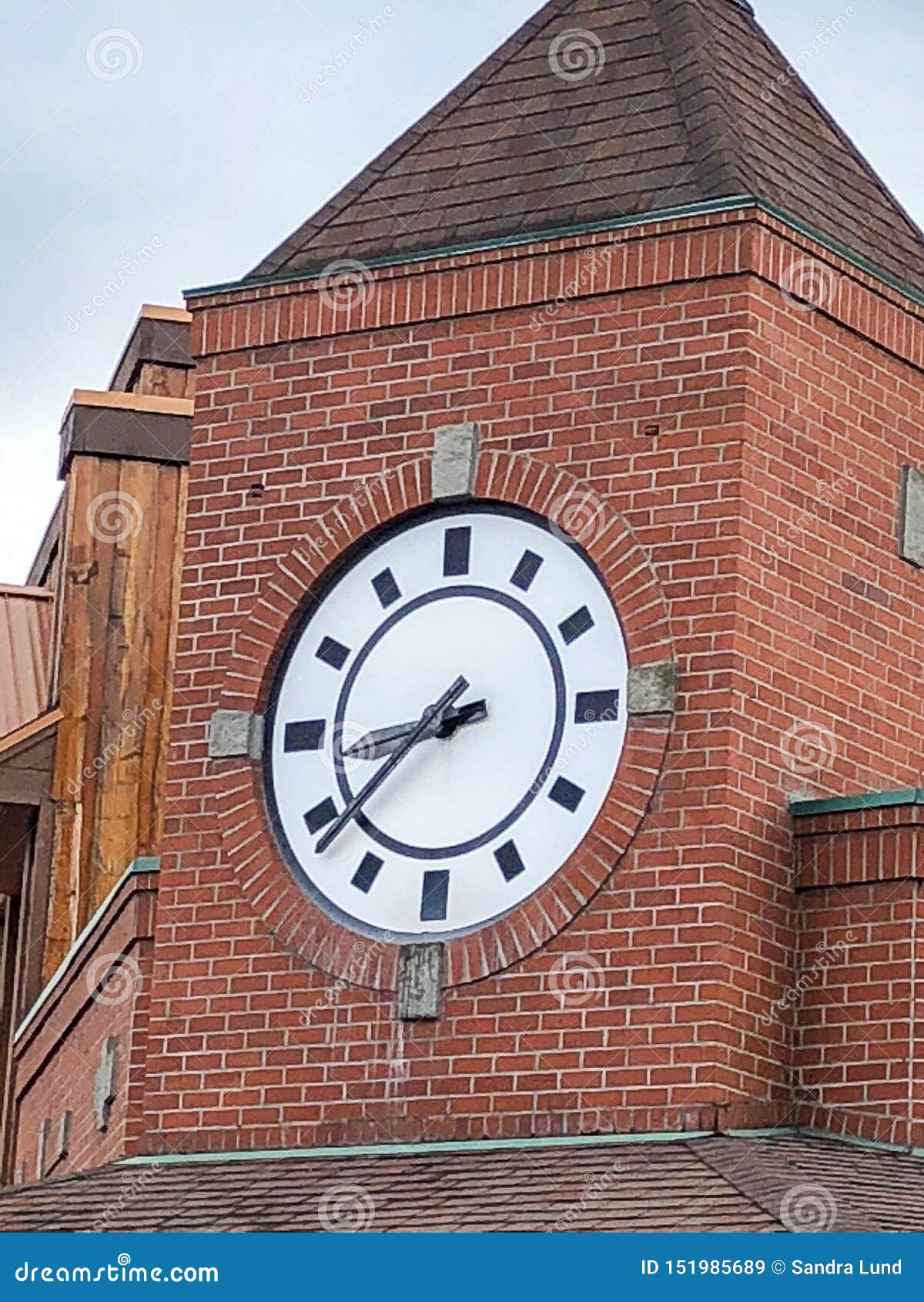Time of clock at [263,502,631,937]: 8:38
